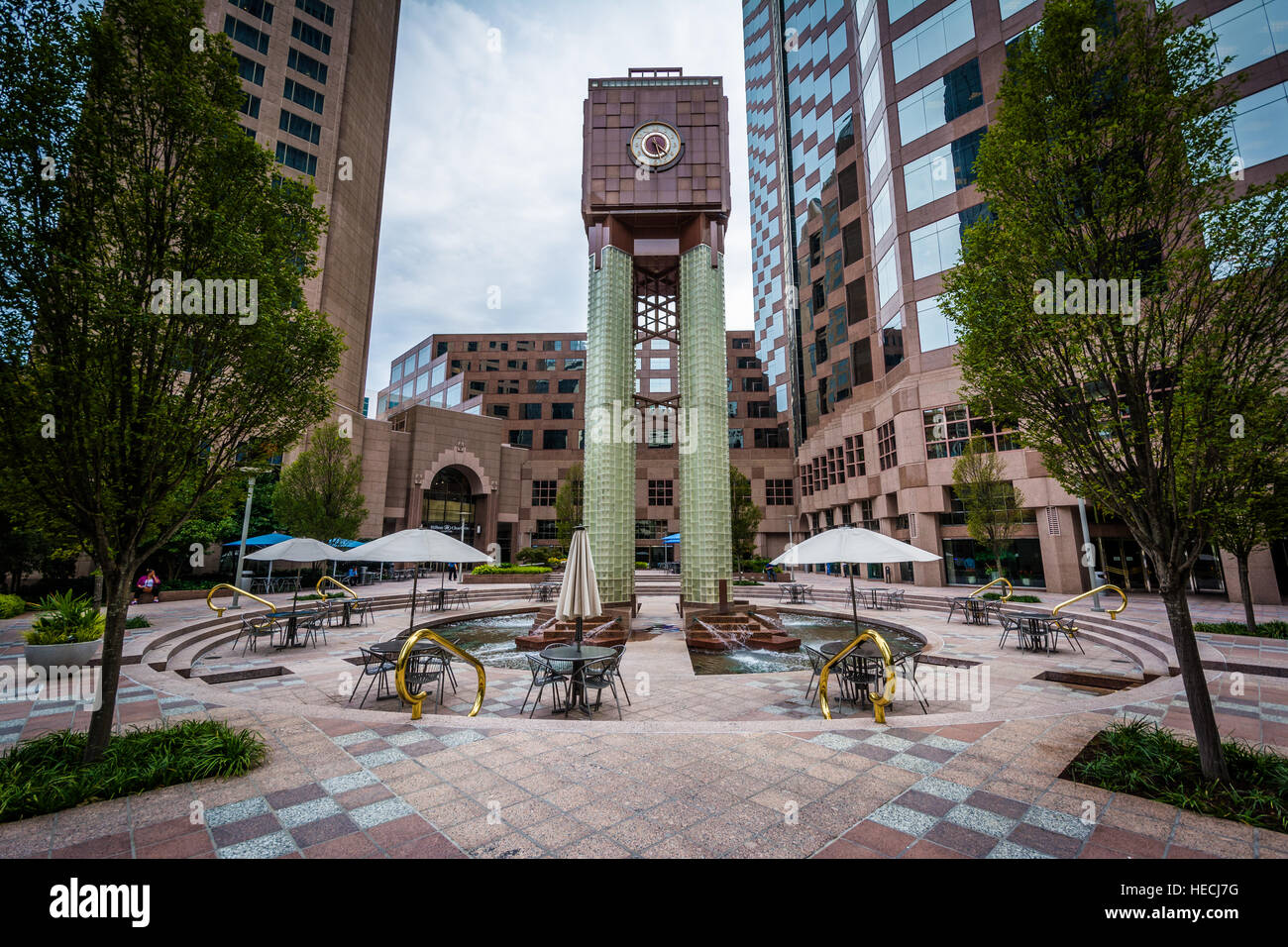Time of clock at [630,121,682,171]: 5:22
